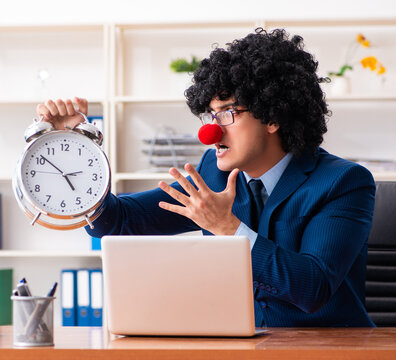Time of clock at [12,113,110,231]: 4:51
